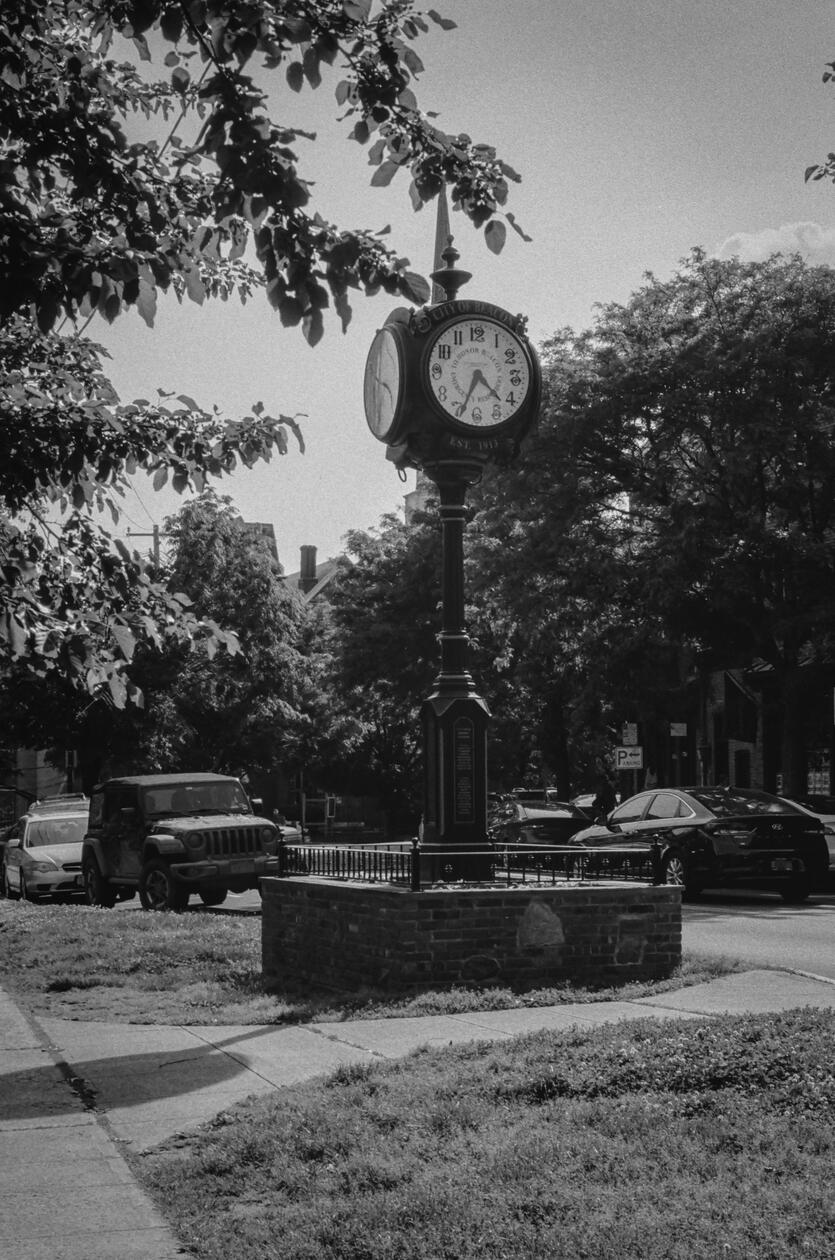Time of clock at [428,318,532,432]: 4:34
